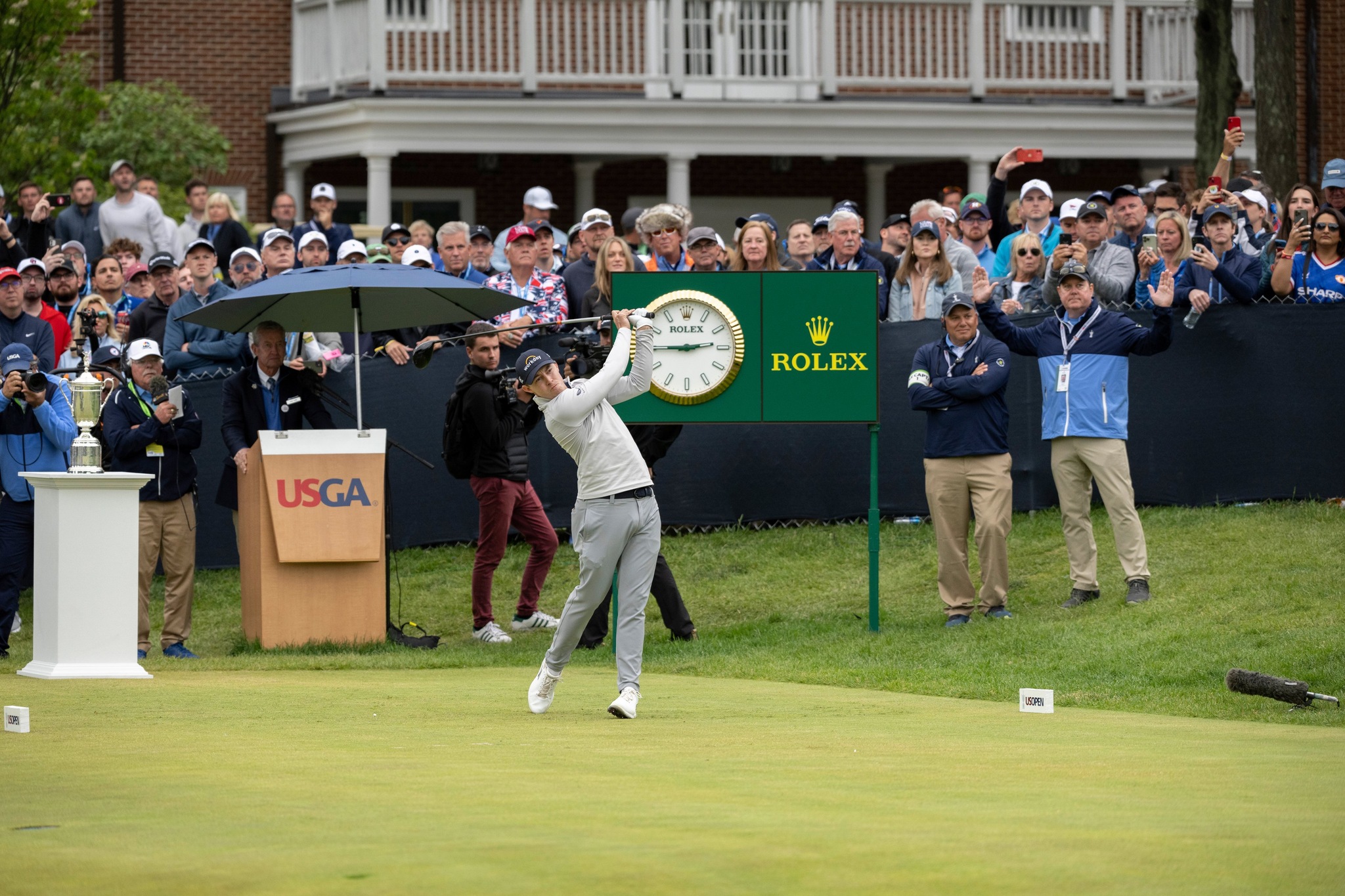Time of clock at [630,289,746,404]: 2:44
